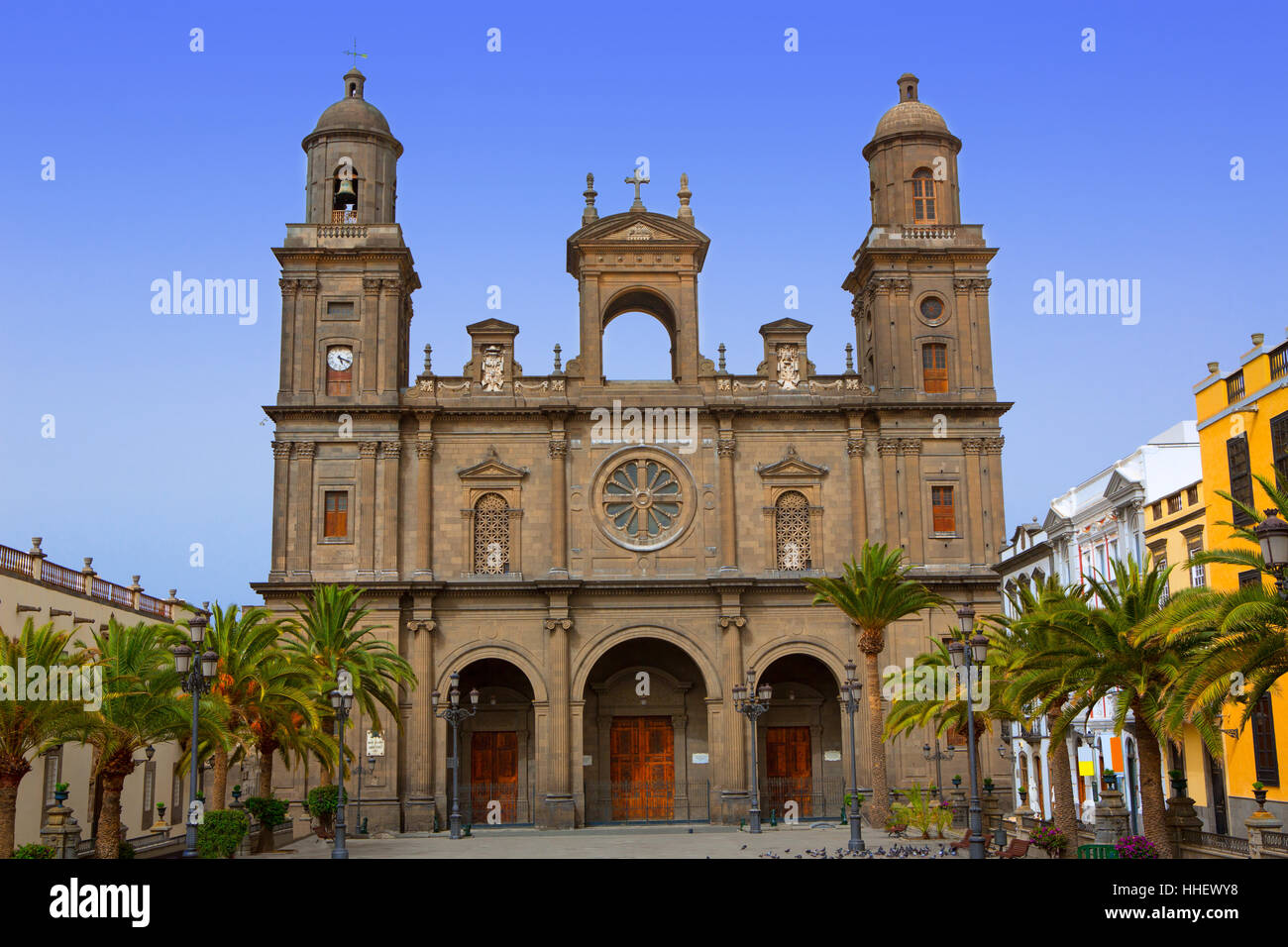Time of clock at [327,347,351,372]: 5:18
